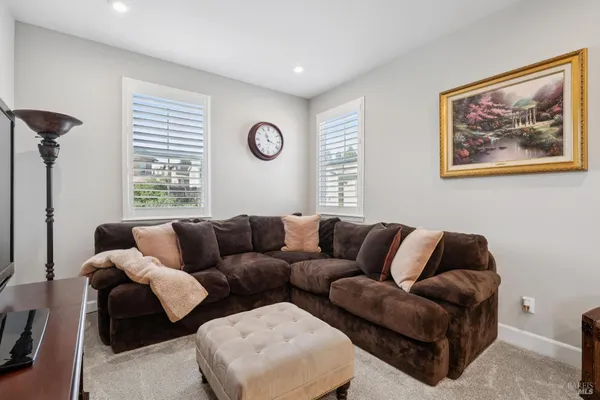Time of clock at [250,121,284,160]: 11:18
